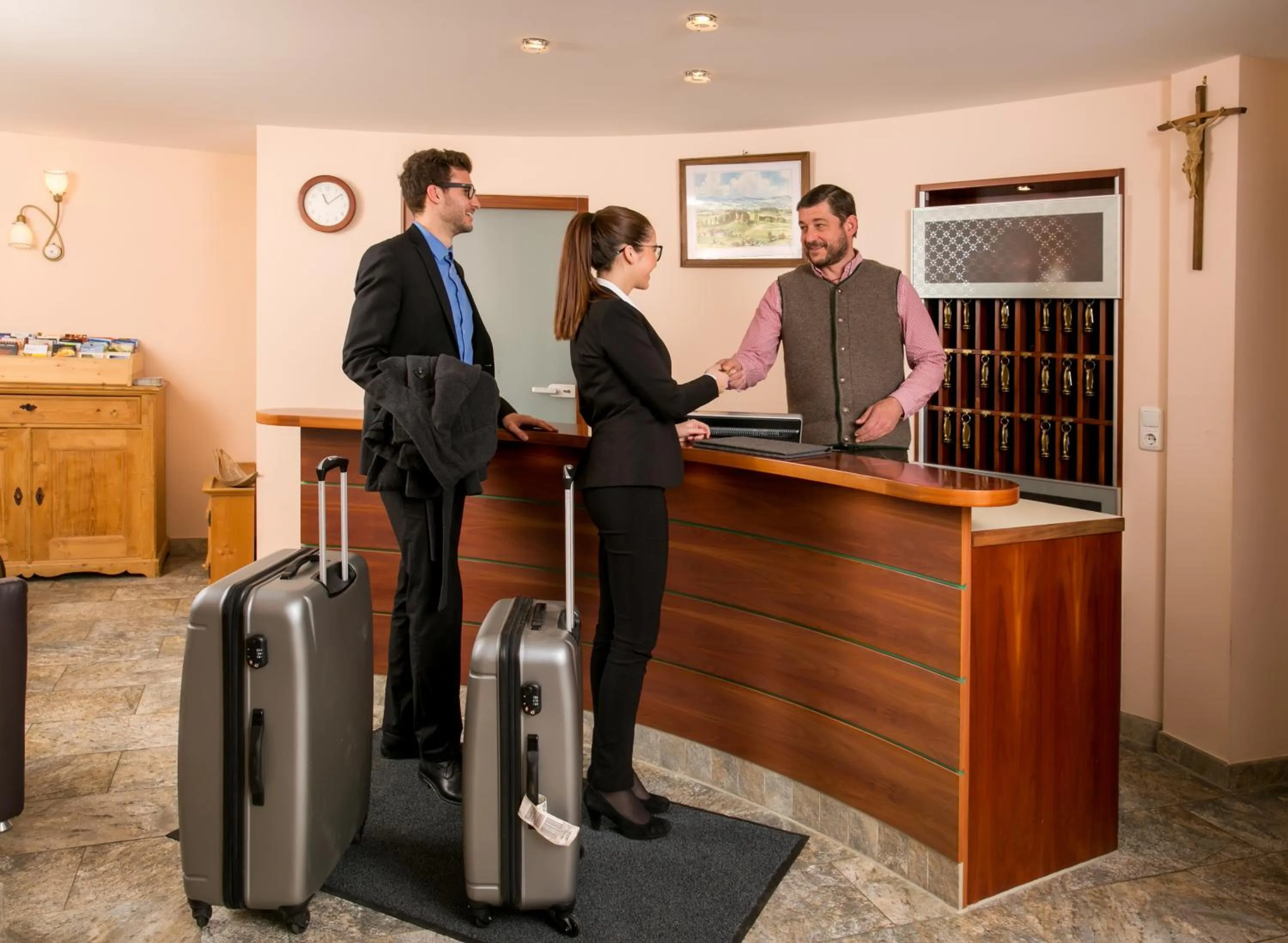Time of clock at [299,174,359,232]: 11:08
